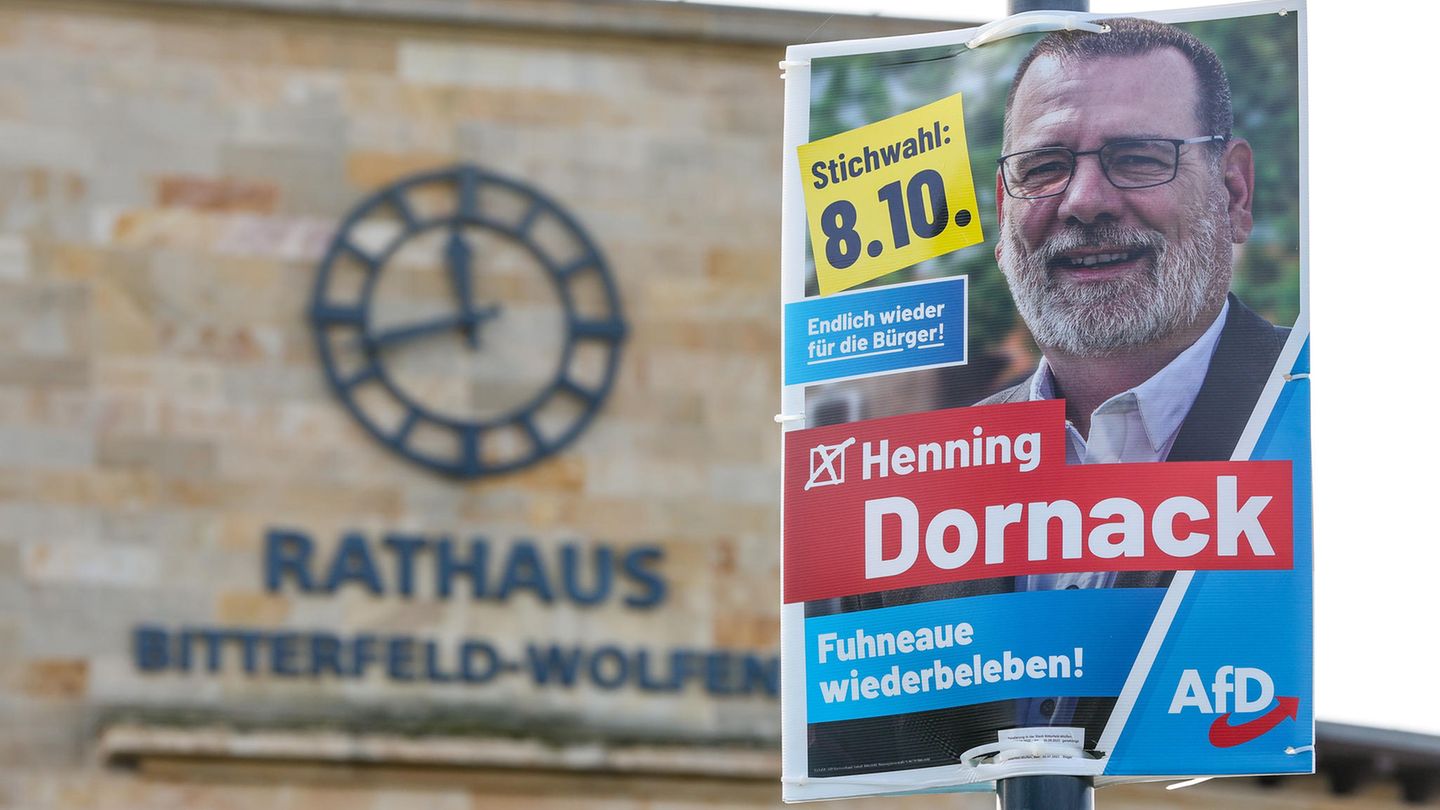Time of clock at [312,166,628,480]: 11:42
